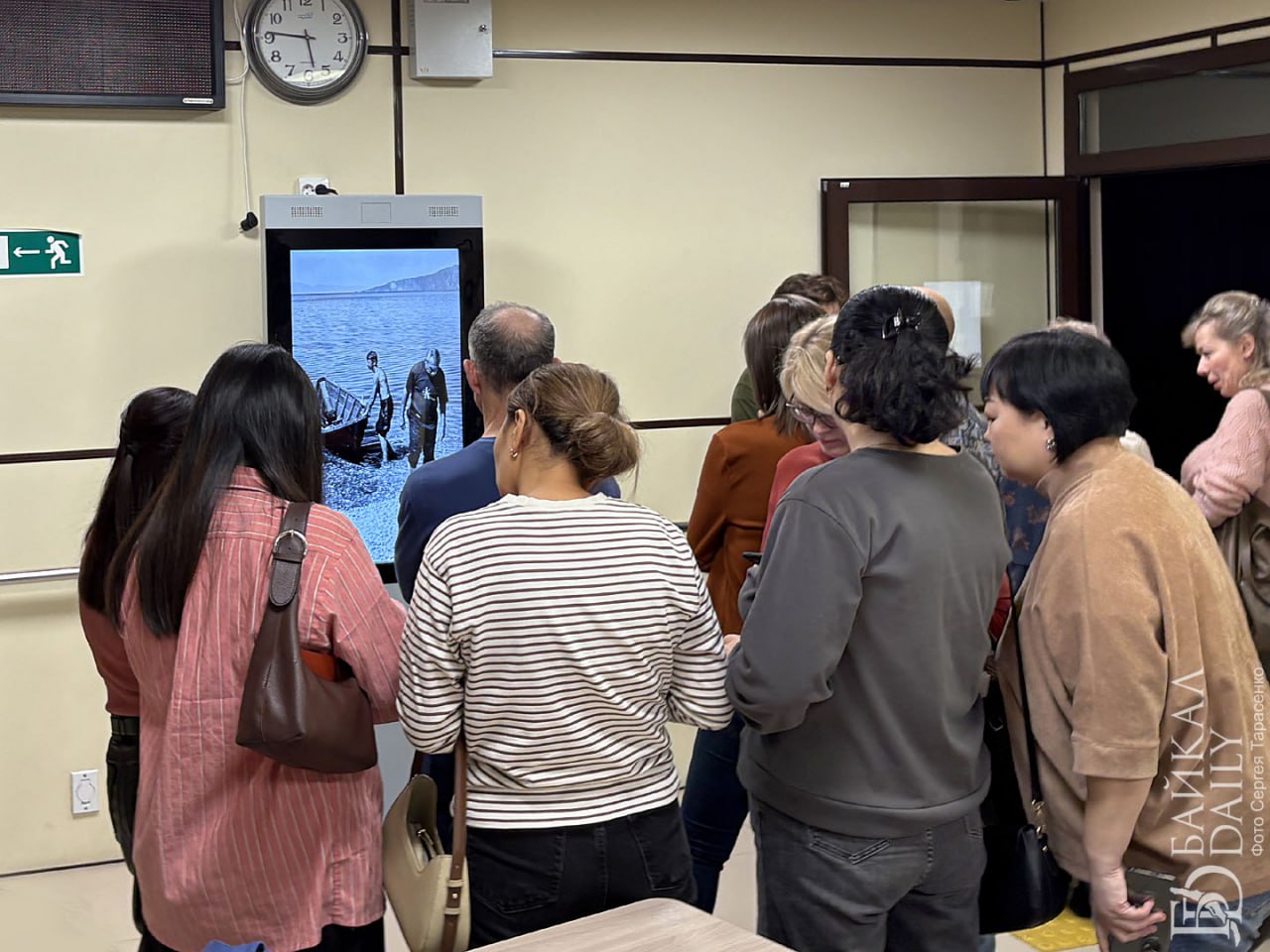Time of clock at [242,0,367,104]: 5:46
